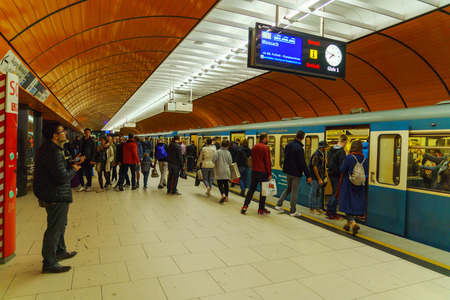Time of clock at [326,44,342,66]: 7:48
